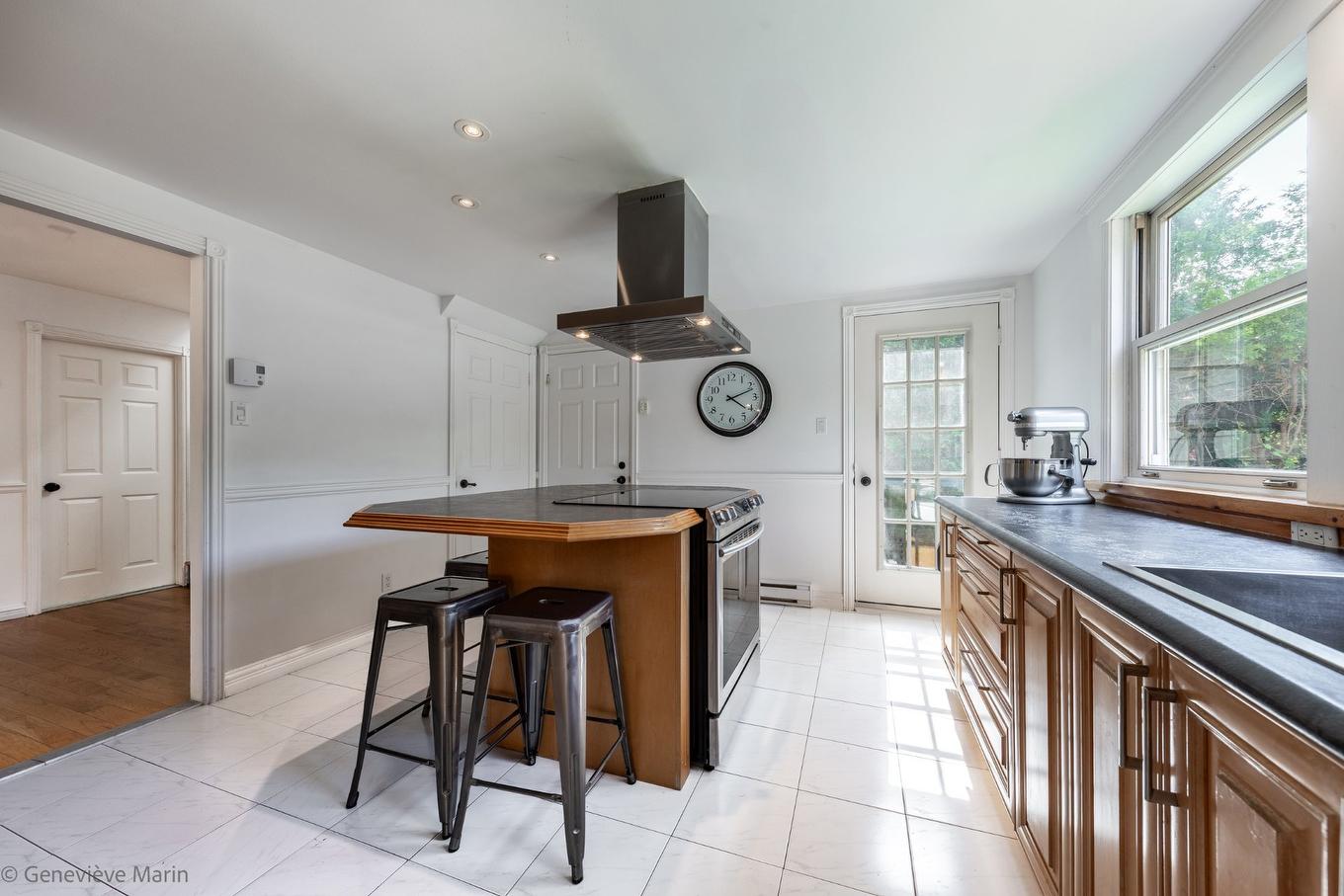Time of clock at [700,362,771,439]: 4:11
